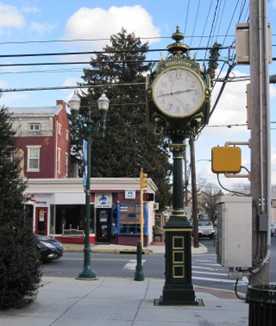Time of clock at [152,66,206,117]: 2:43
